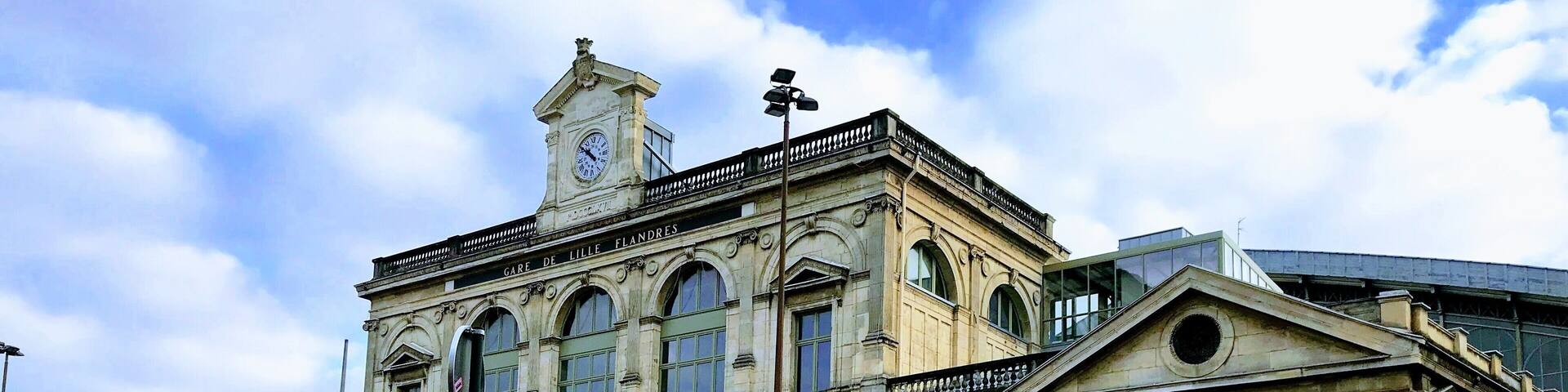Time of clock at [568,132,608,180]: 10:51
